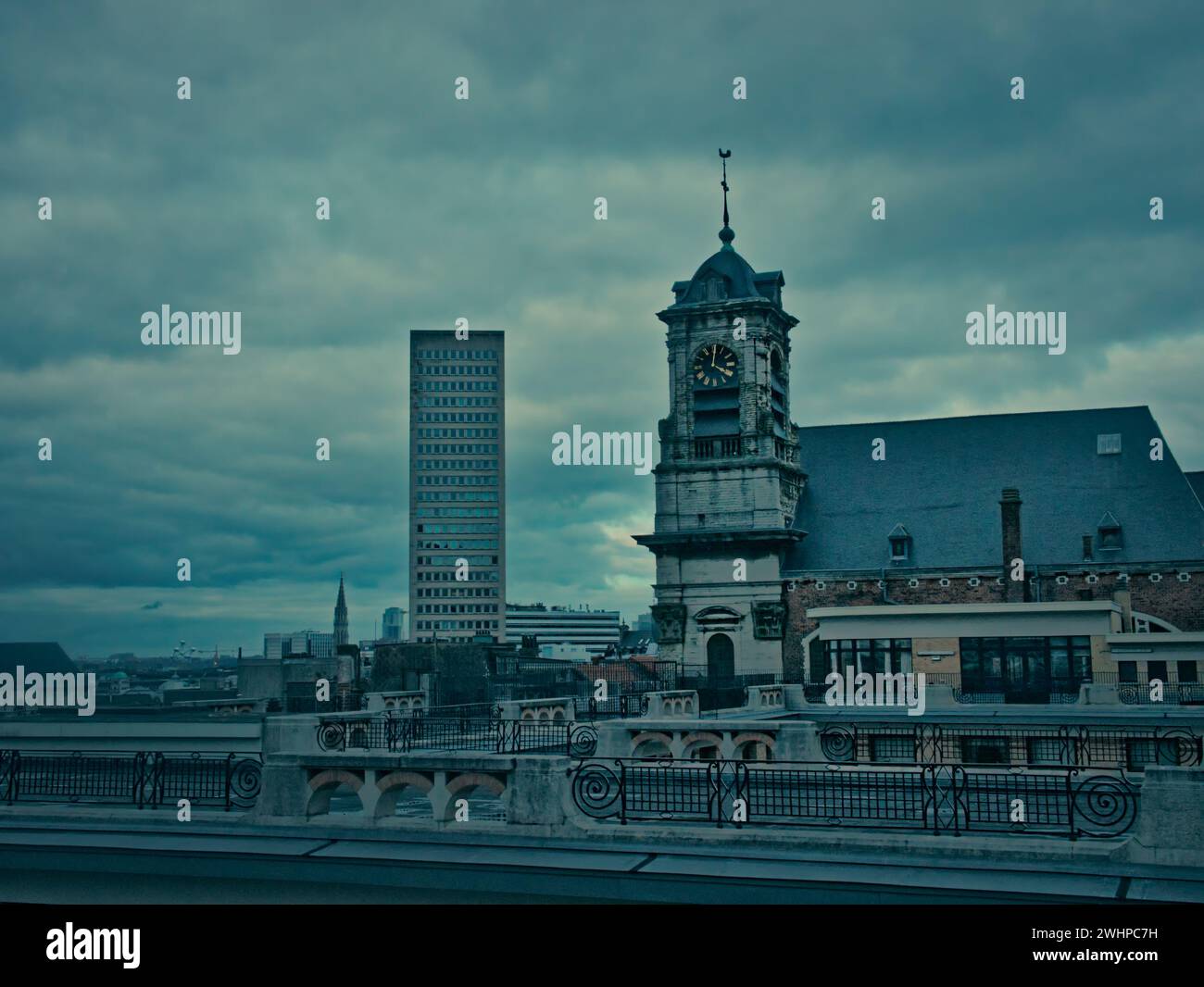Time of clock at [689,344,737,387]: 4:01
